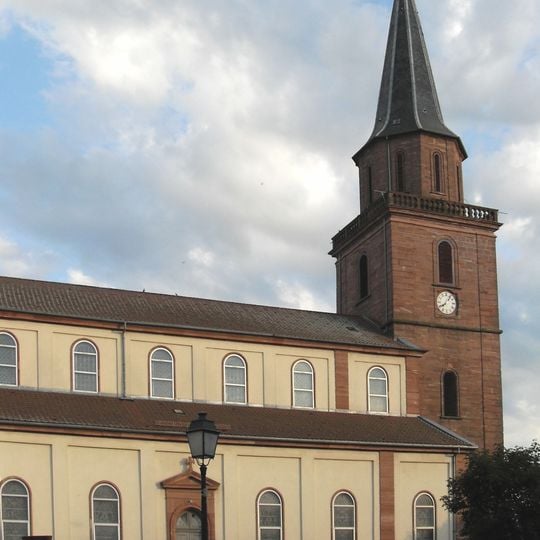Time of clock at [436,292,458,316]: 8:06
